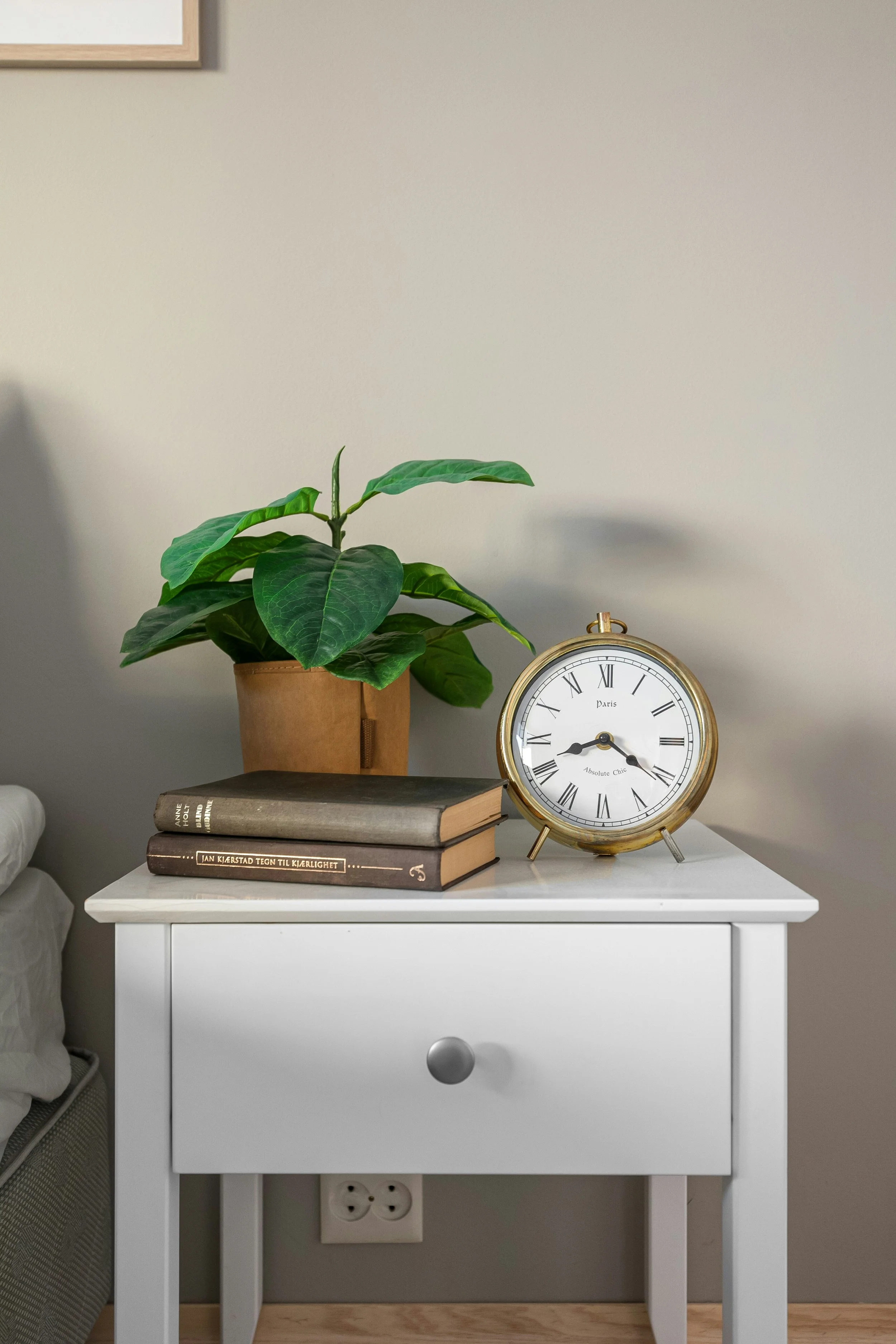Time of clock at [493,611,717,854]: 8:20
